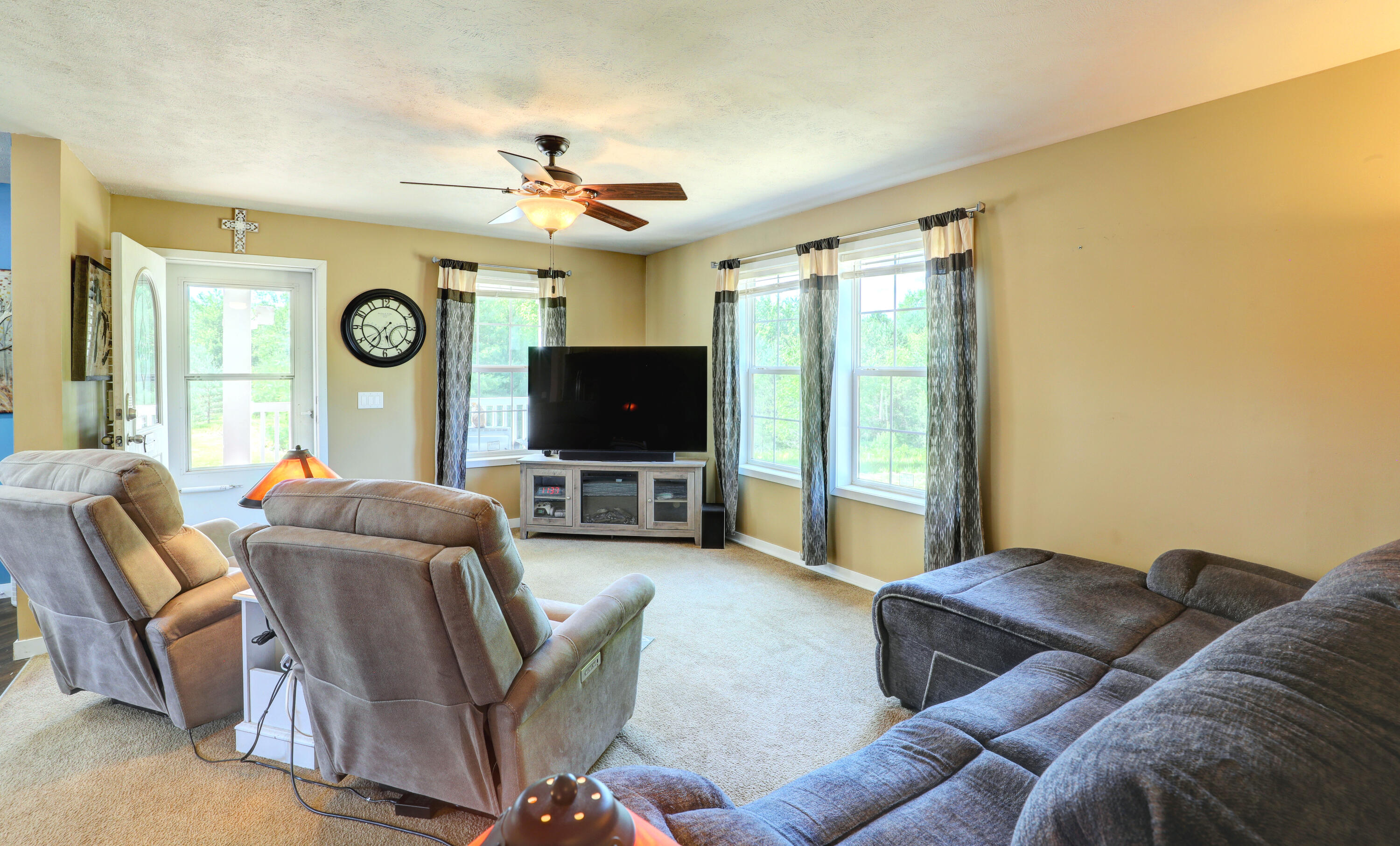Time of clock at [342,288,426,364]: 5:36
